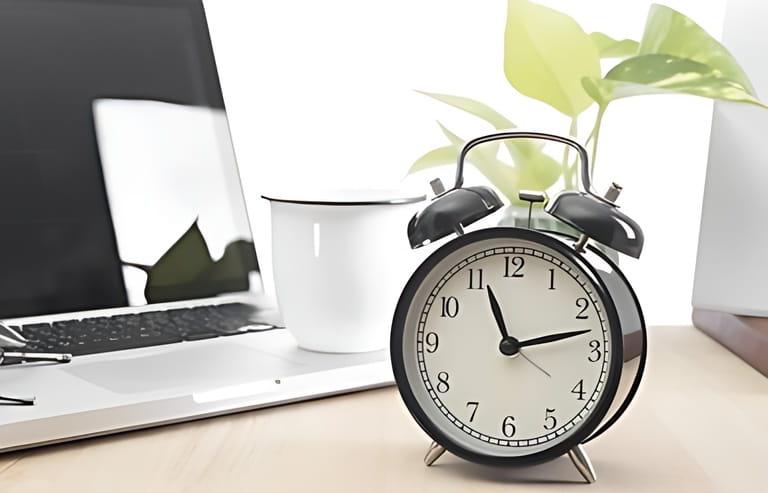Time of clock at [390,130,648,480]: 11:12
